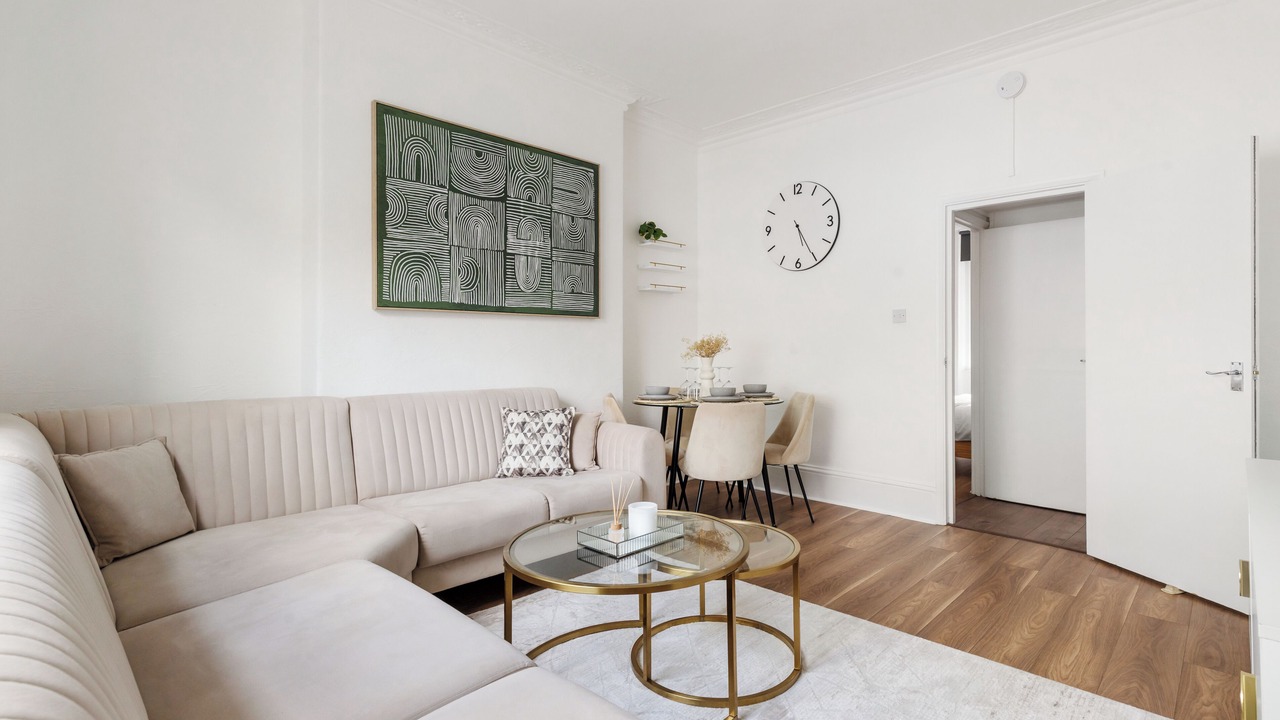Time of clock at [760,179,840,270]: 5:25
